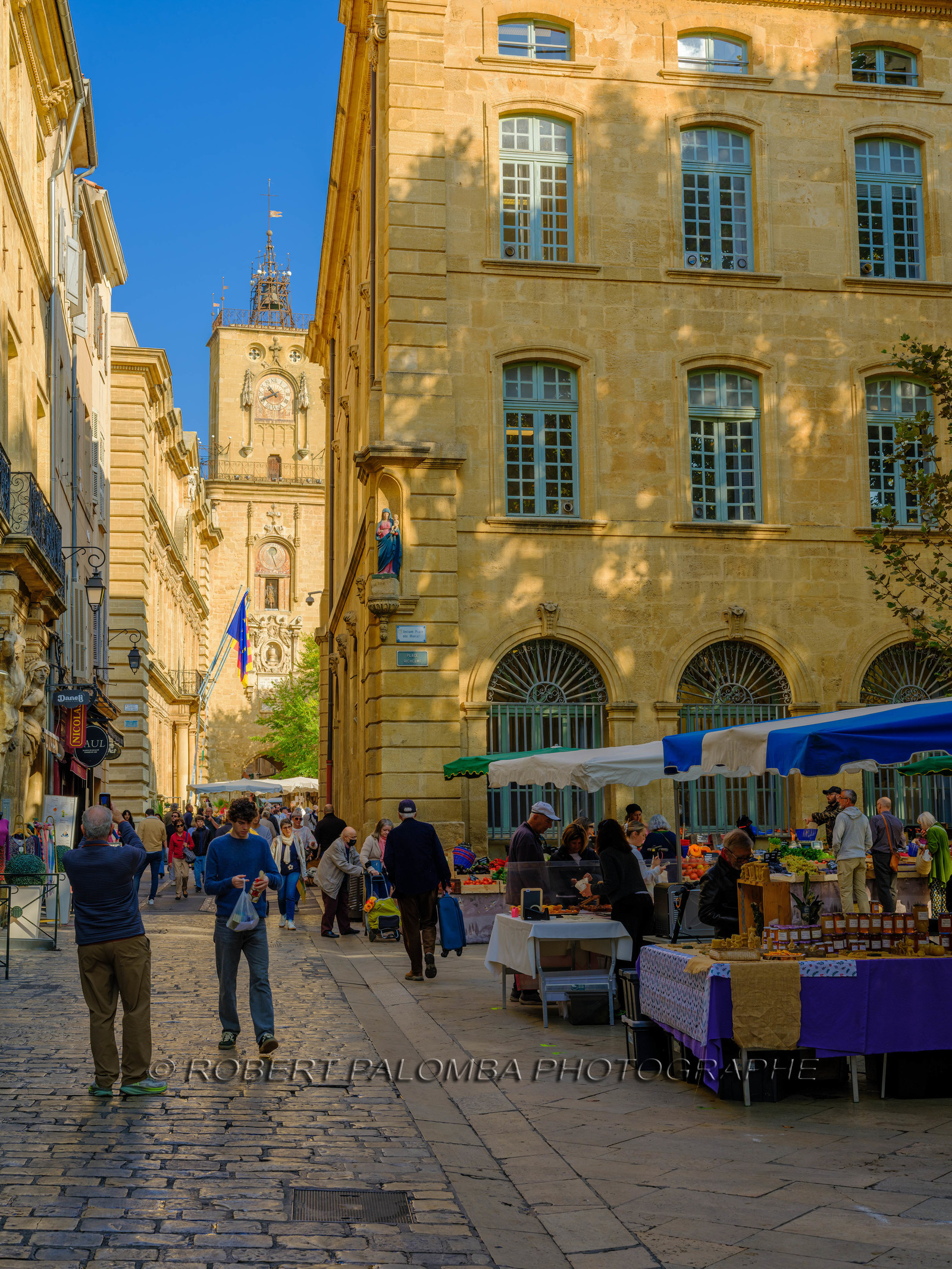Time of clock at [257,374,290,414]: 10:40
